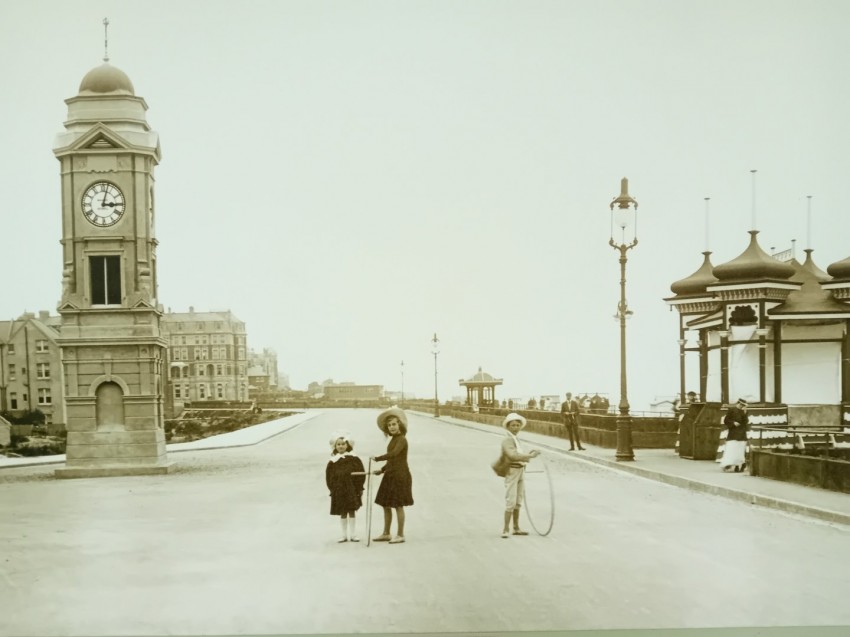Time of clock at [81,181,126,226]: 3:02
